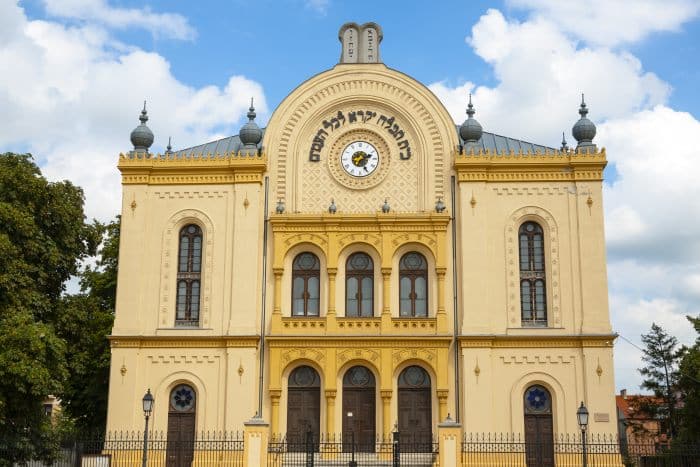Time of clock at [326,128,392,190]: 2:24
